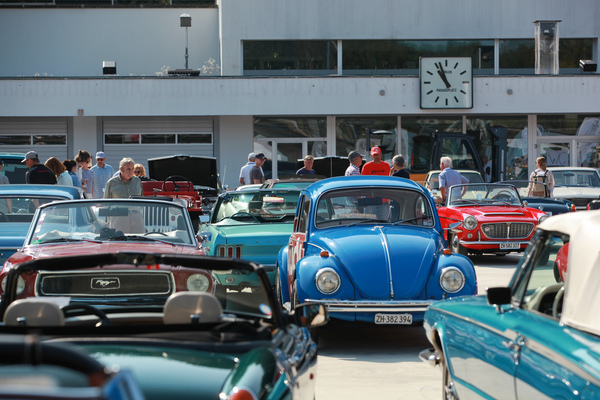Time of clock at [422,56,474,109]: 10:56
